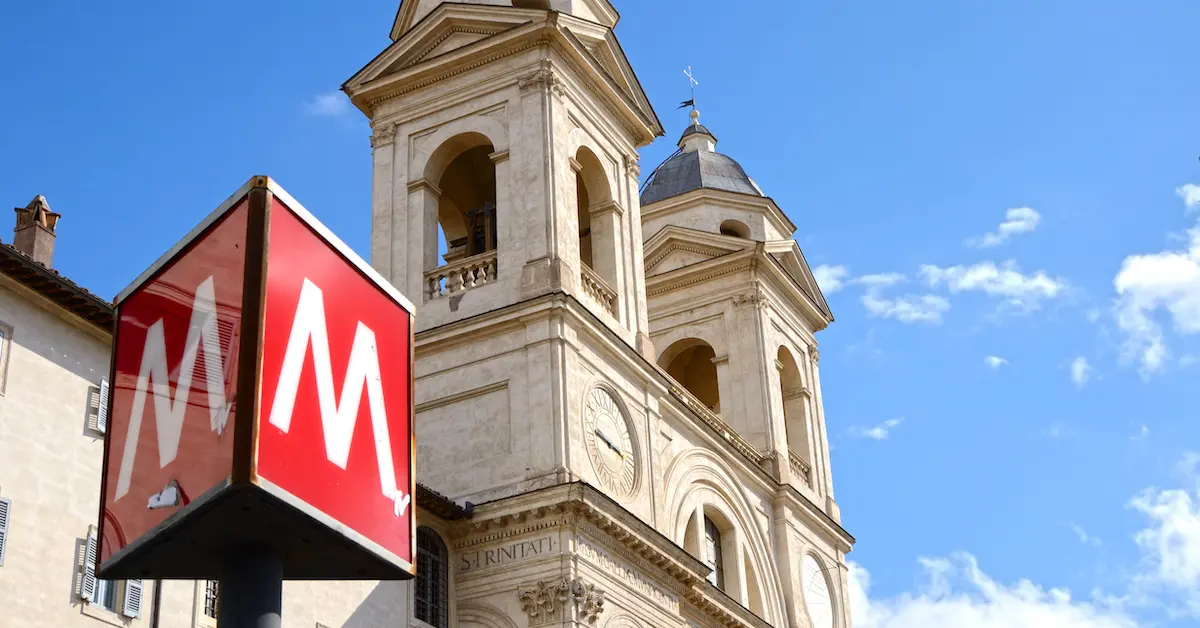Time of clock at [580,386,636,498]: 9:16
